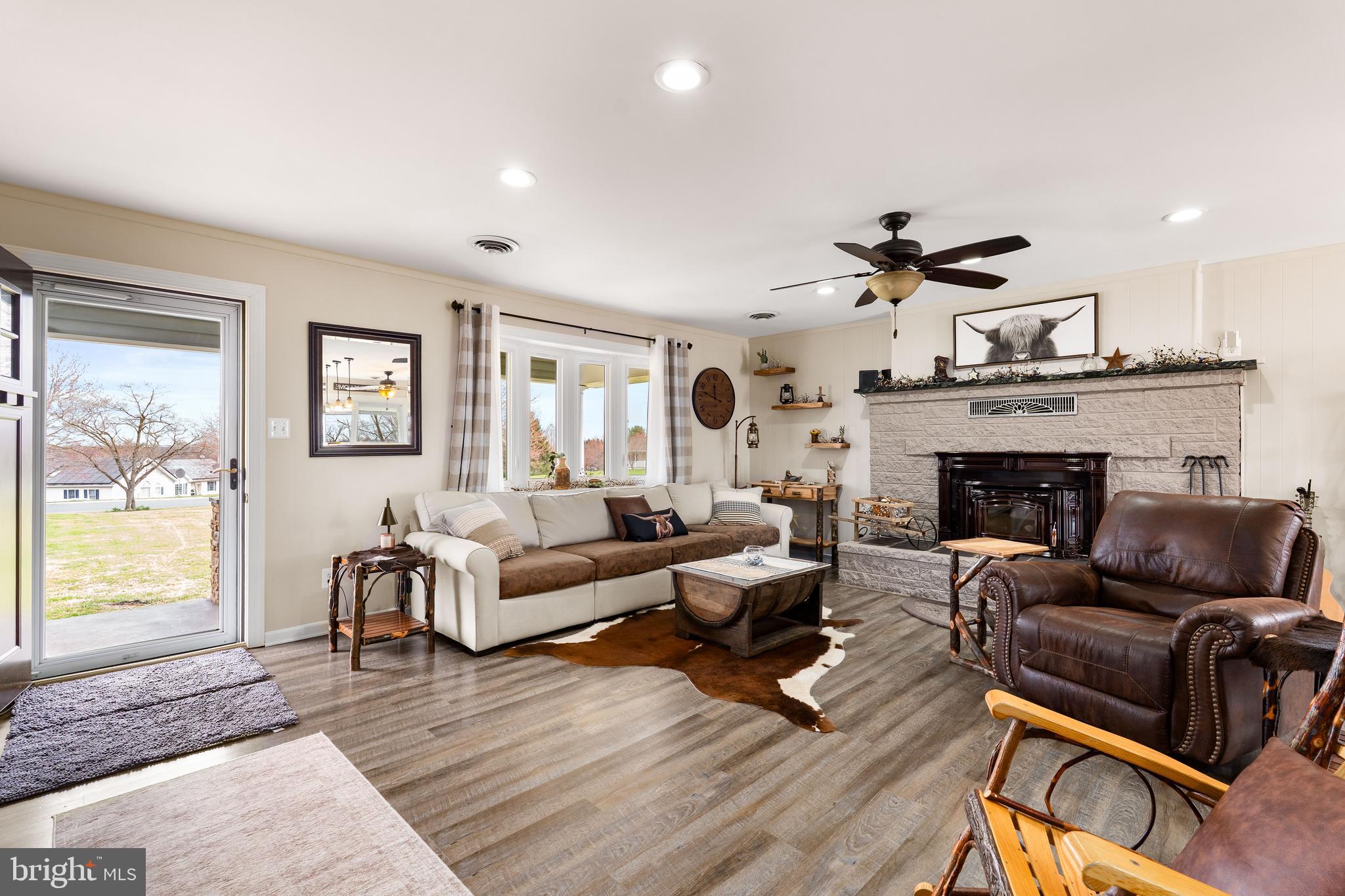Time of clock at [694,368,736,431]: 11:47
